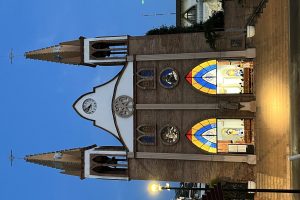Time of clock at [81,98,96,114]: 6:38
